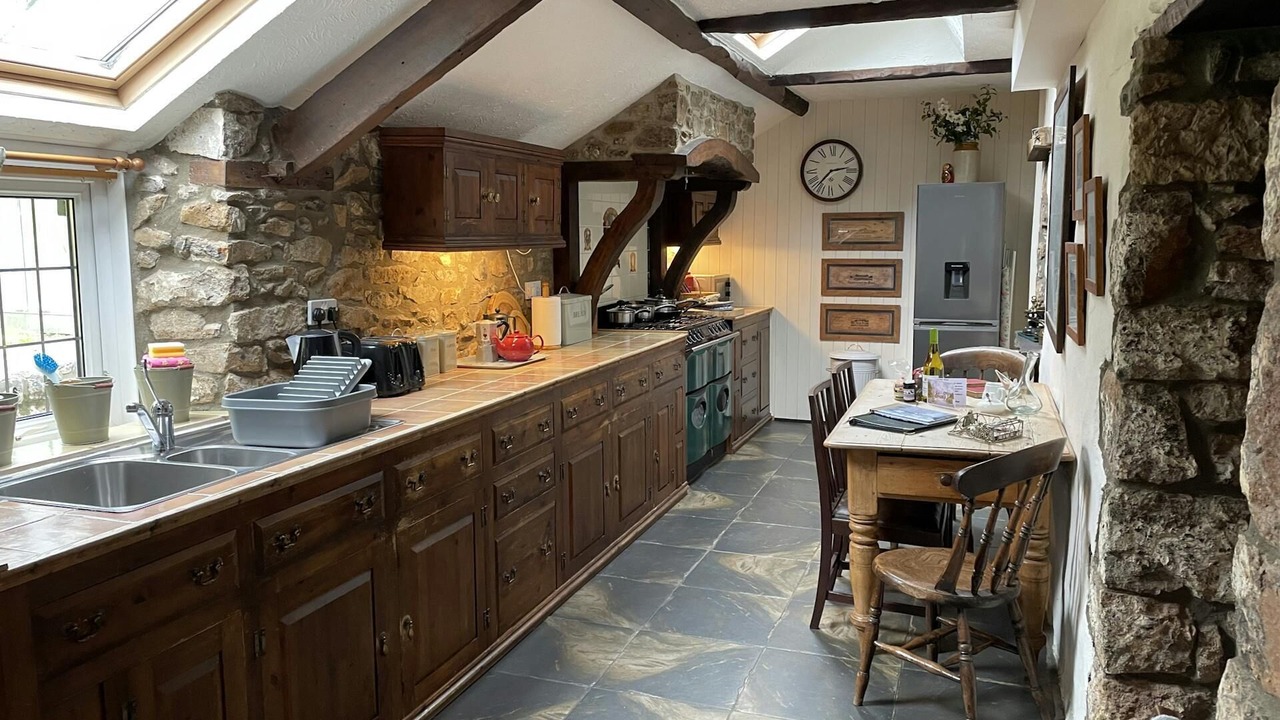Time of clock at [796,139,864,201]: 2:36
